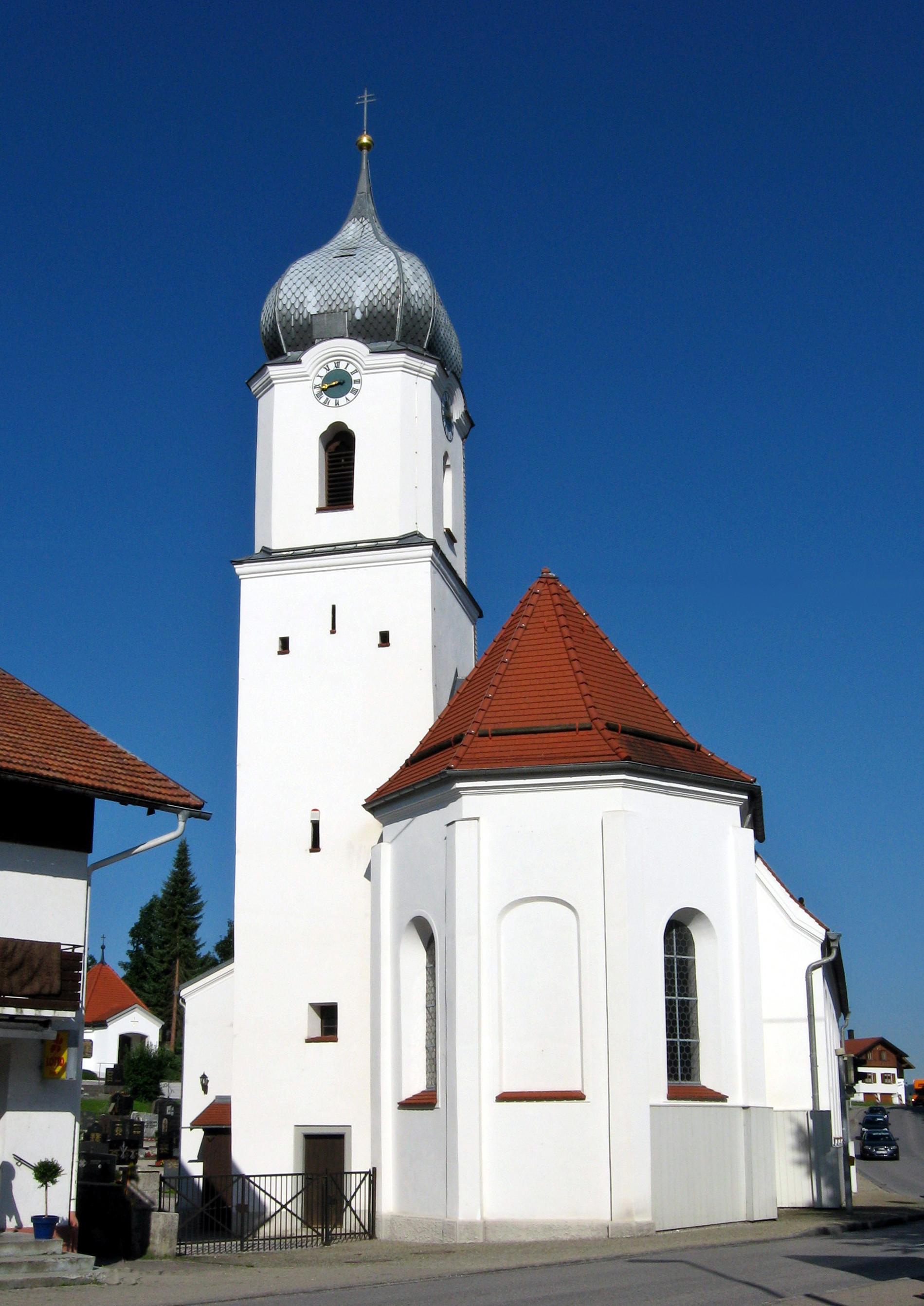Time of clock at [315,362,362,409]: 8:42
